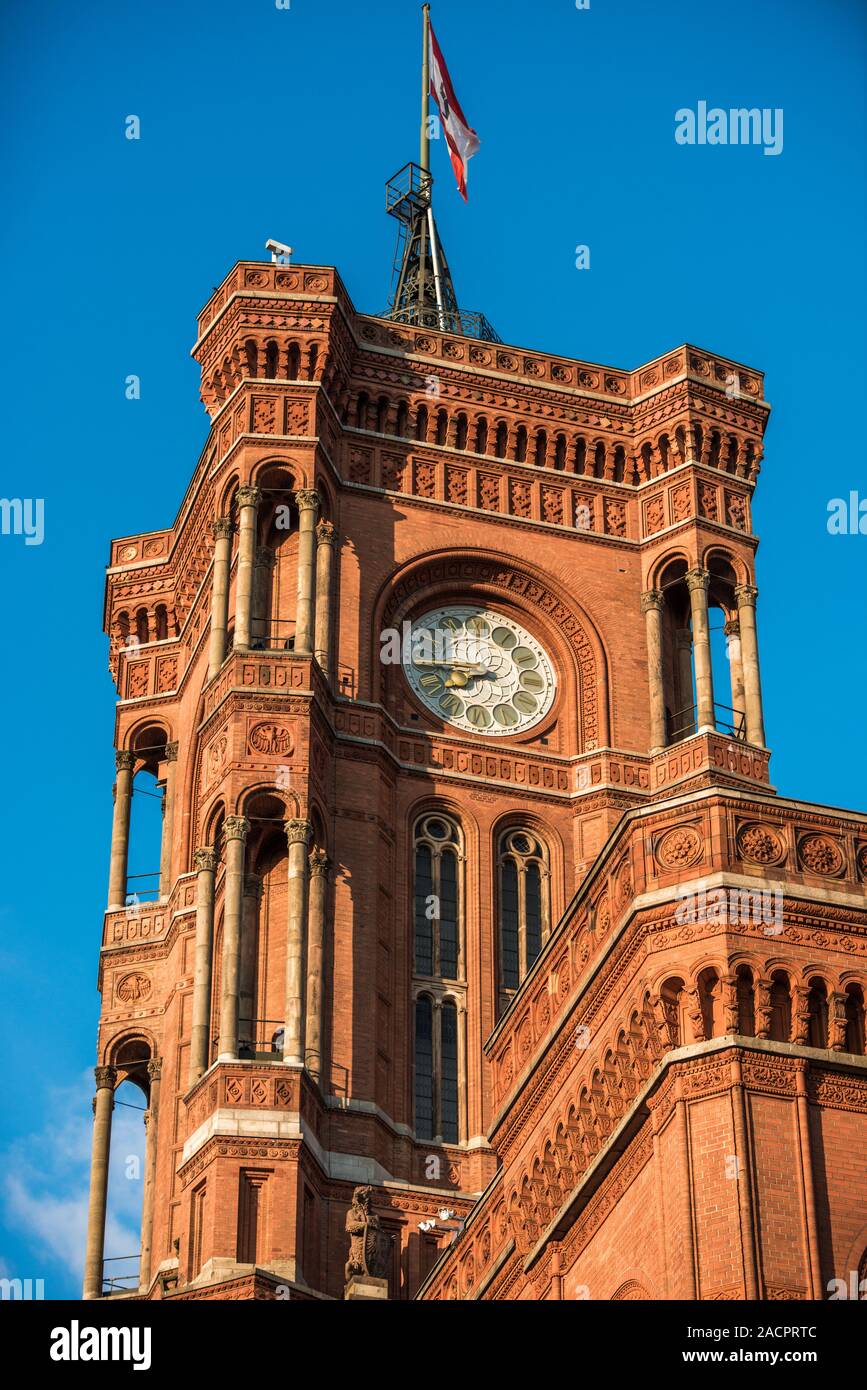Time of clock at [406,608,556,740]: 7:44
